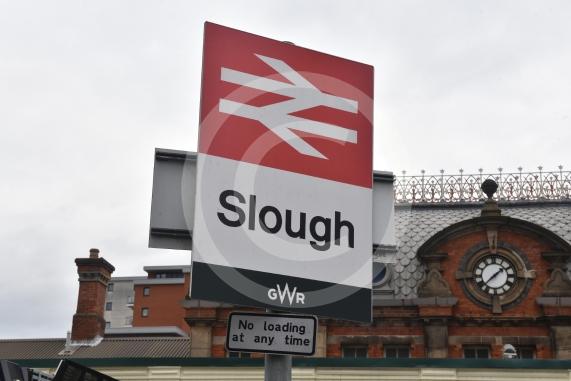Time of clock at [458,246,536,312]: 1:37
